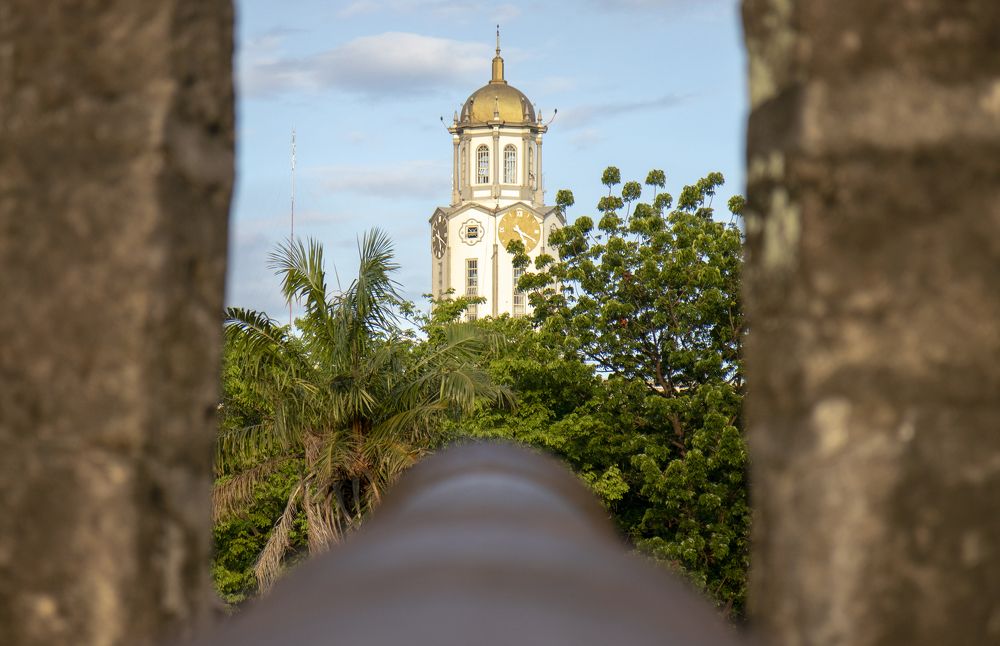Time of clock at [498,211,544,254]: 5:19
